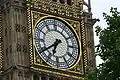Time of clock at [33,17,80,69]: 6:39
